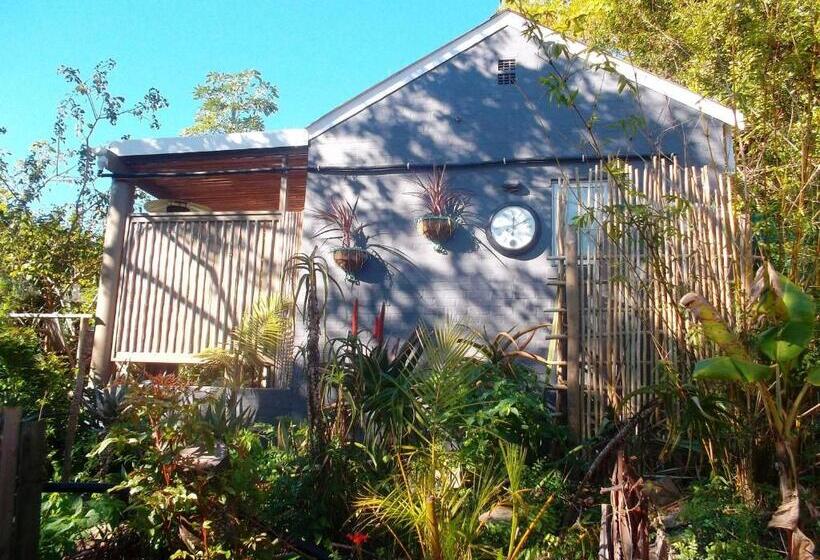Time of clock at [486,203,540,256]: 12:10
